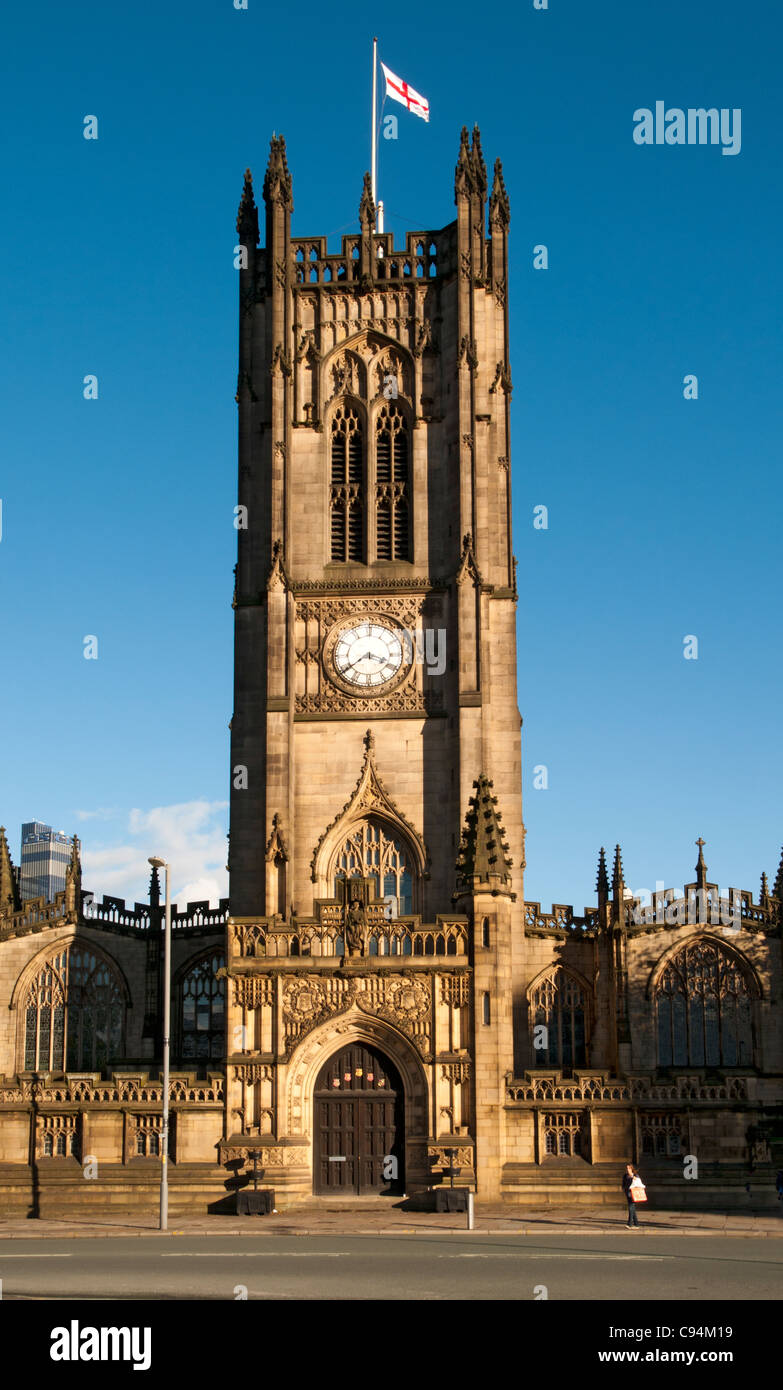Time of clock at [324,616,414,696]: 3:39
